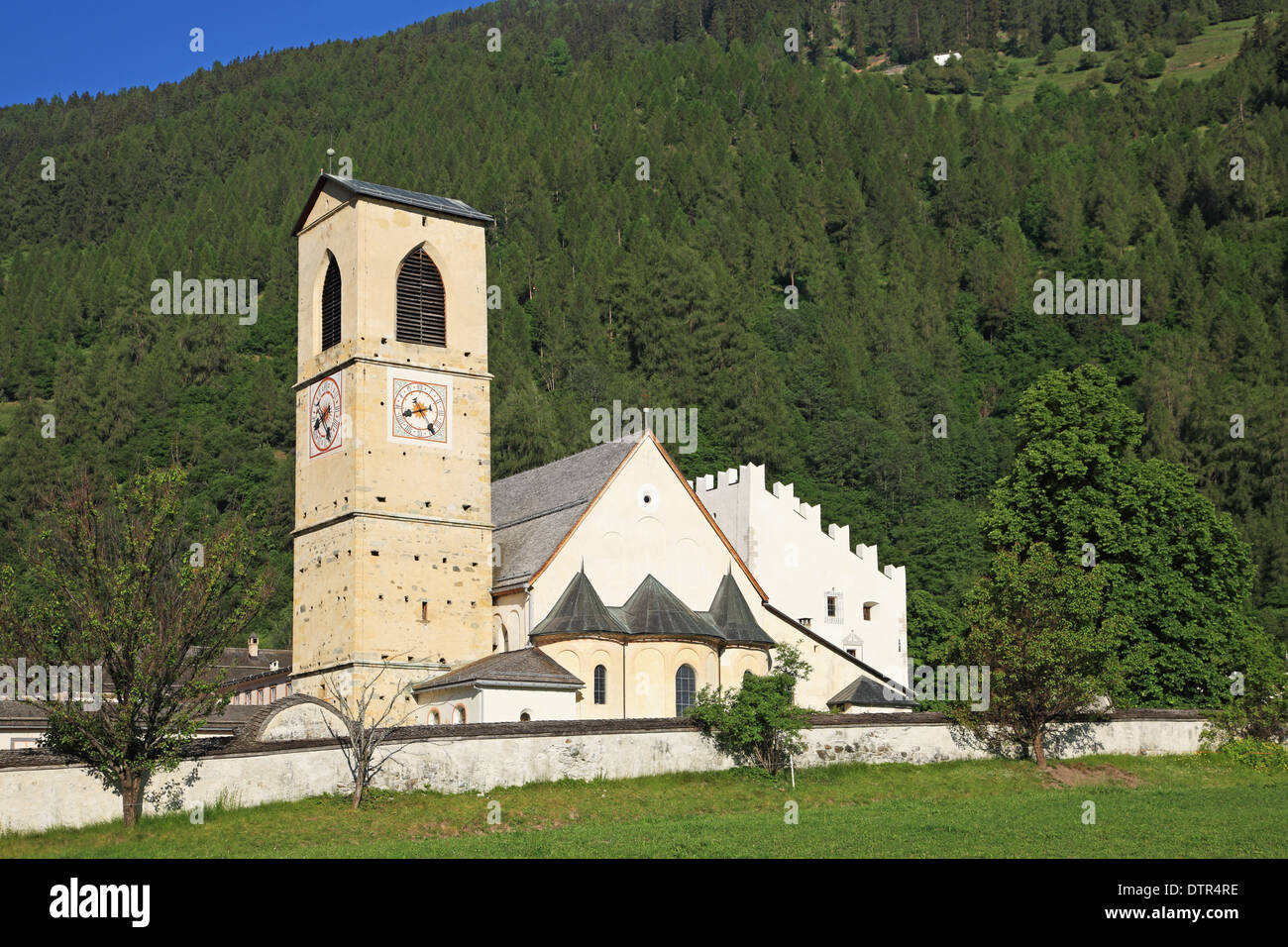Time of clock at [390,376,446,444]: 8:24
